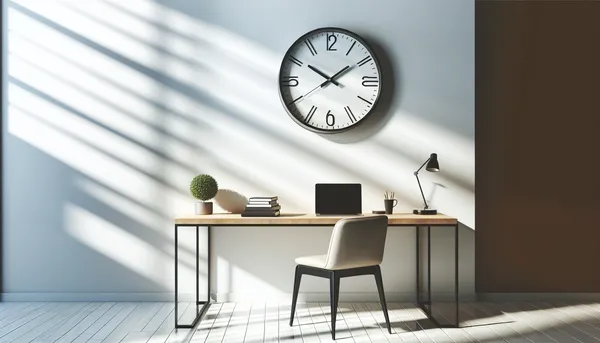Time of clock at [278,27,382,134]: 1:50
